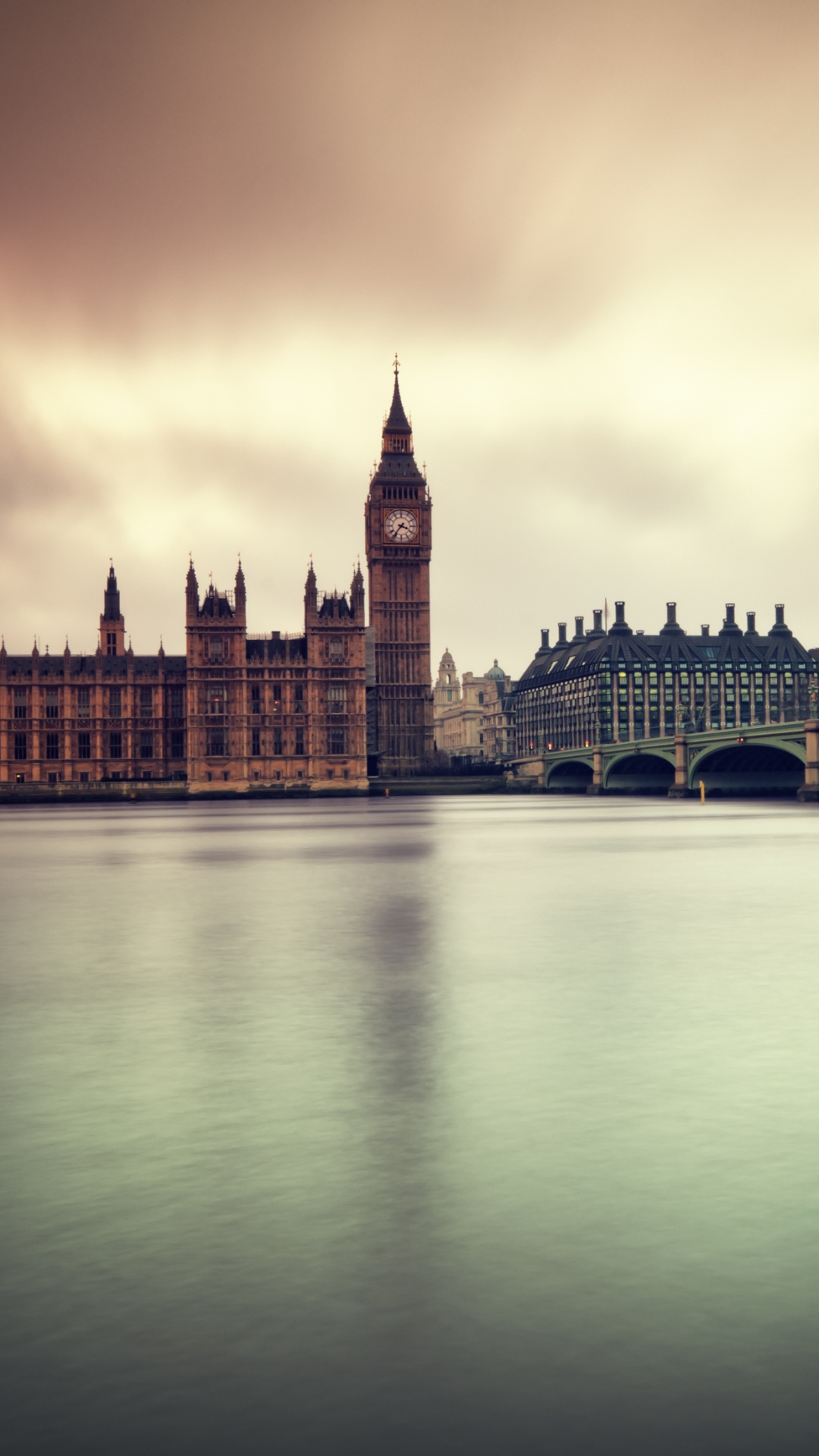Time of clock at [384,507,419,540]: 3:36
